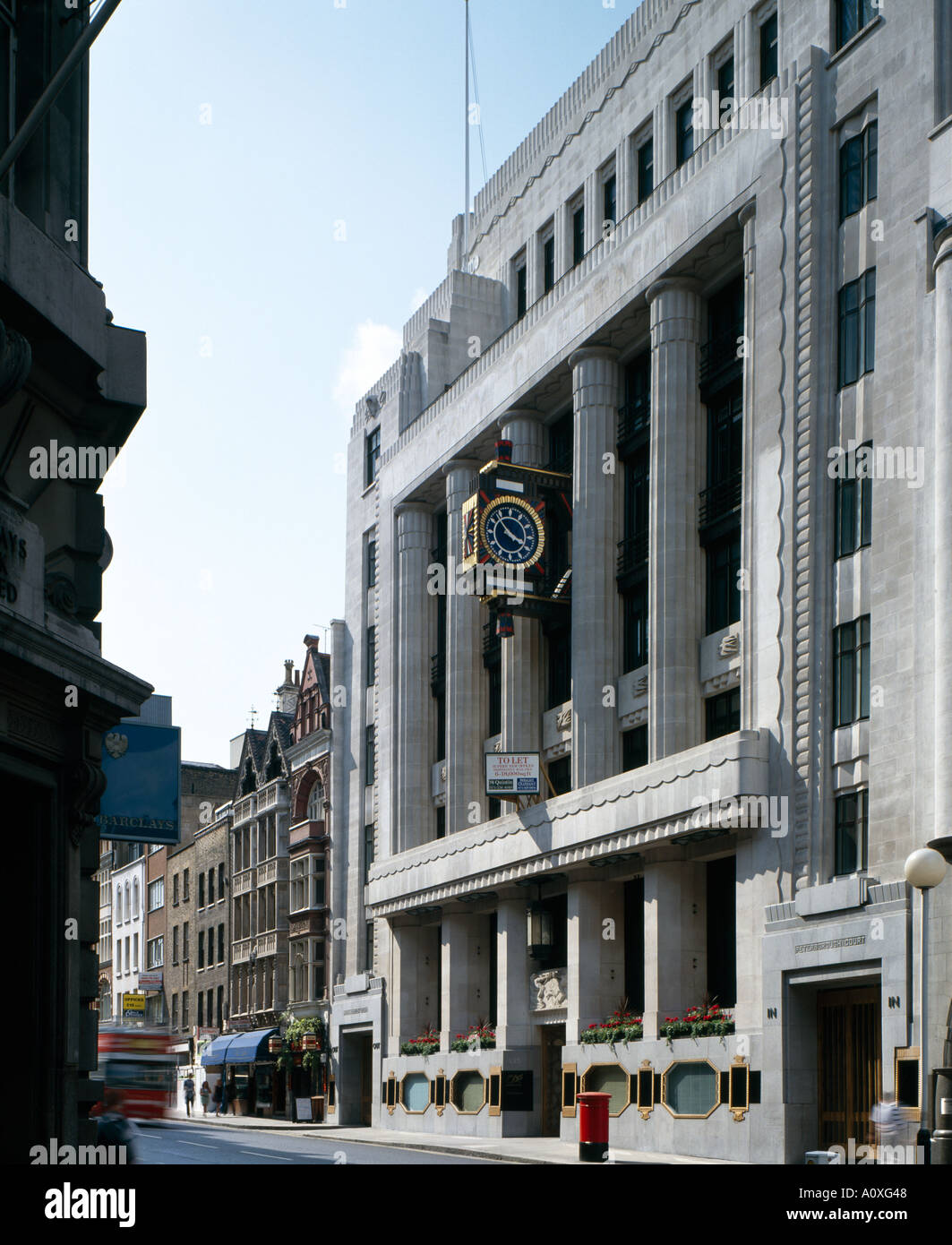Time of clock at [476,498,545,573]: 3:52
